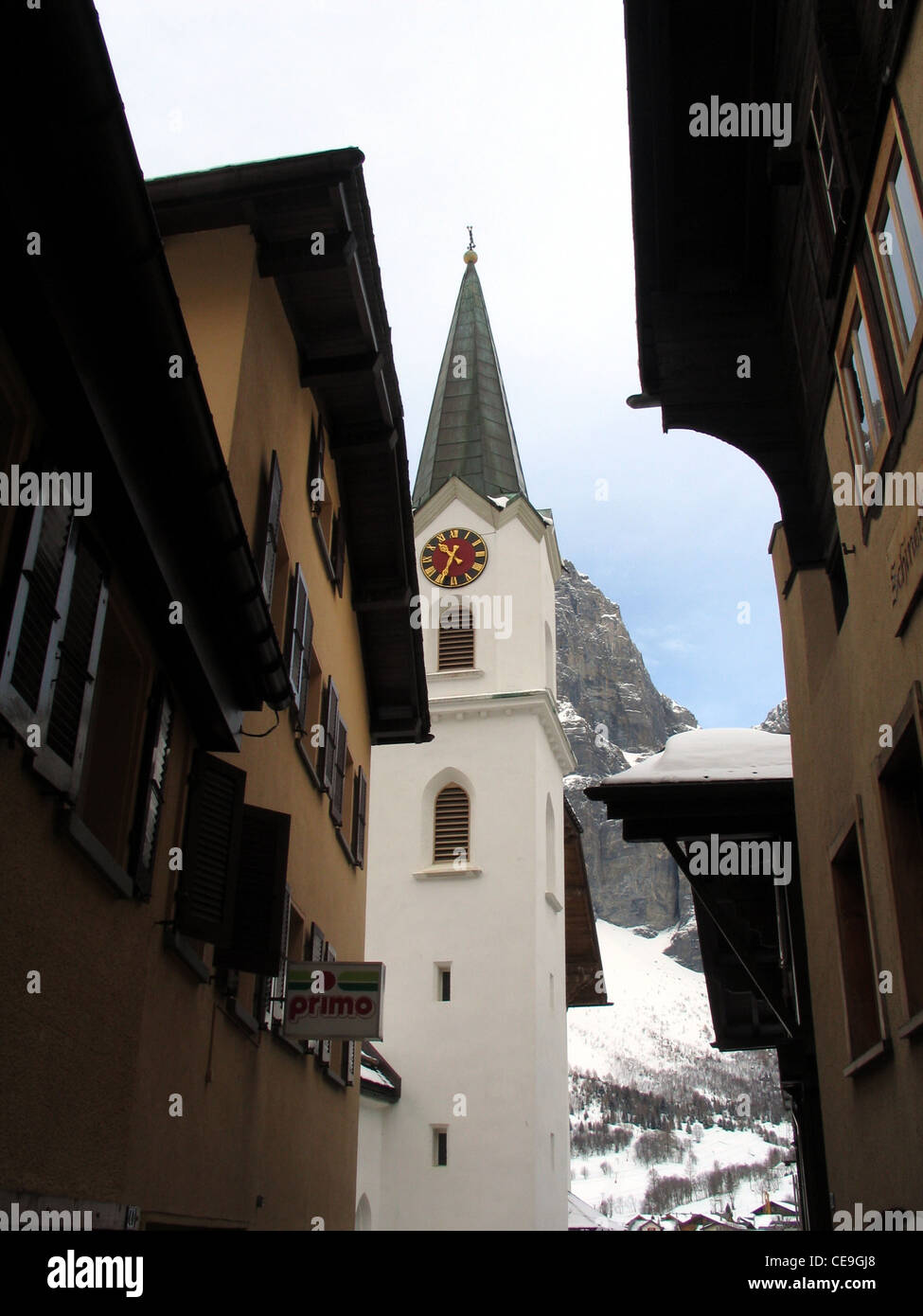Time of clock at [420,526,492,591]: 10:34
